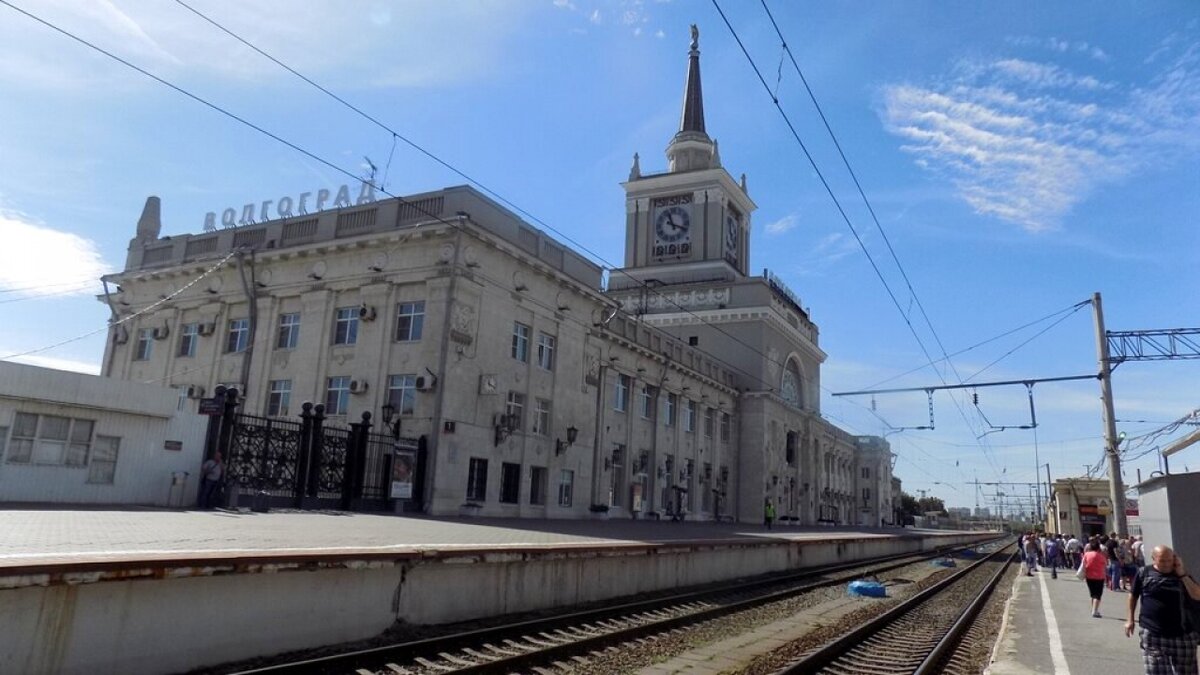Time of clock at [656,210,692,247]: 11:18
